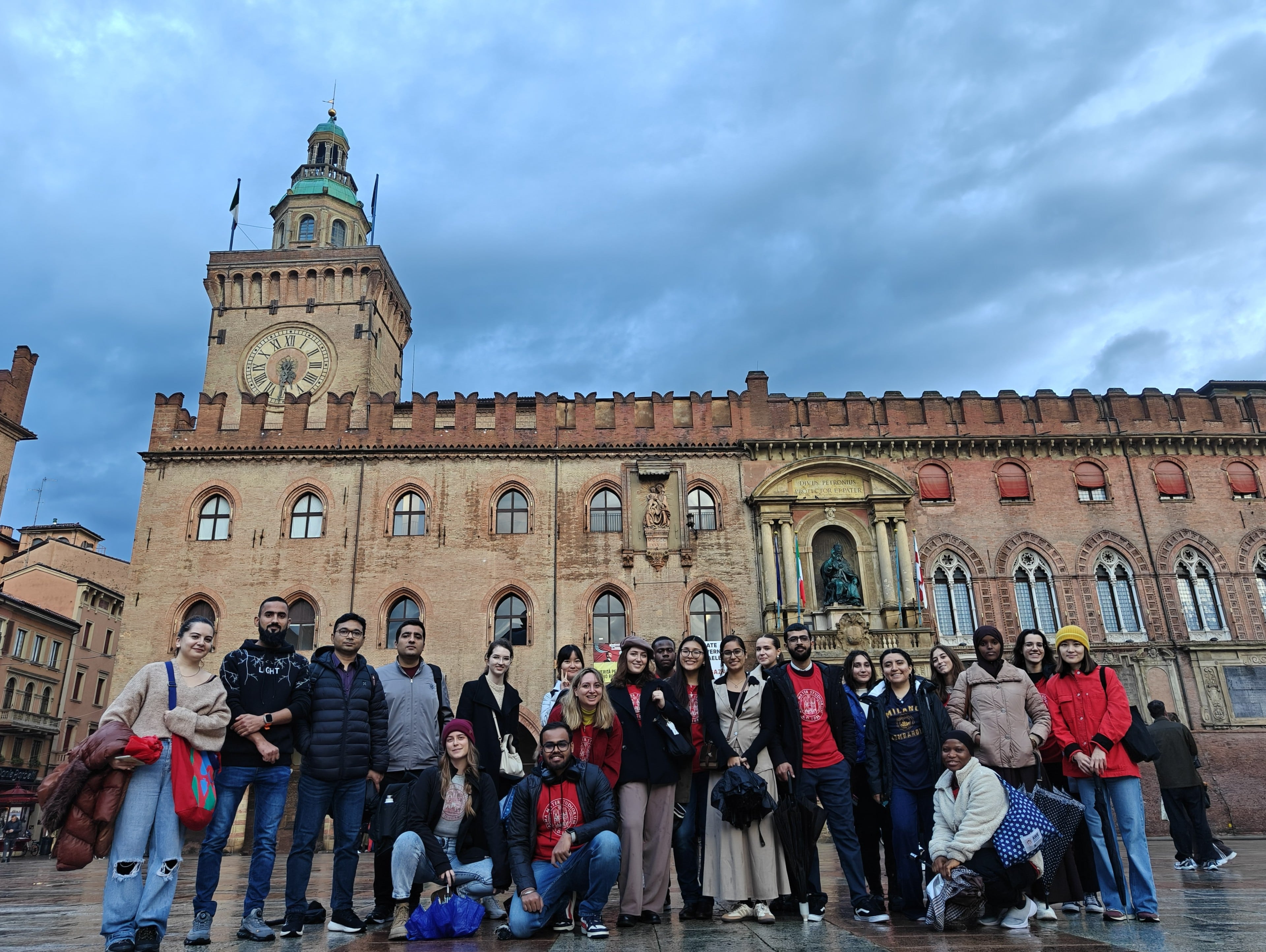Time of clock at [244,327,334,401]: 5:31
